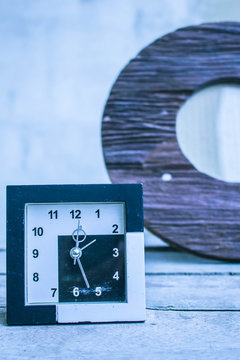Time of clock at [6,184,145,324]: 12:26
